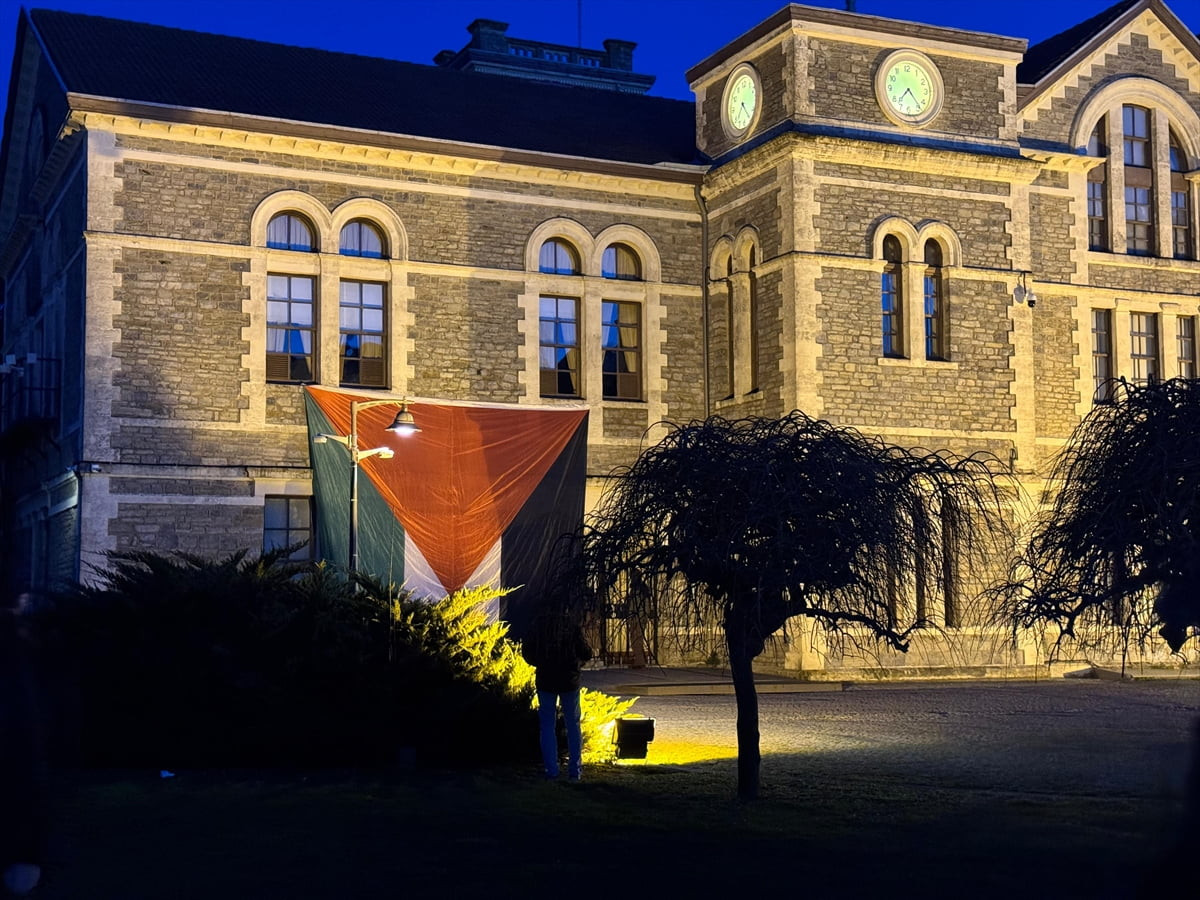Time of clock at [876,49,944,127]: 7:23
